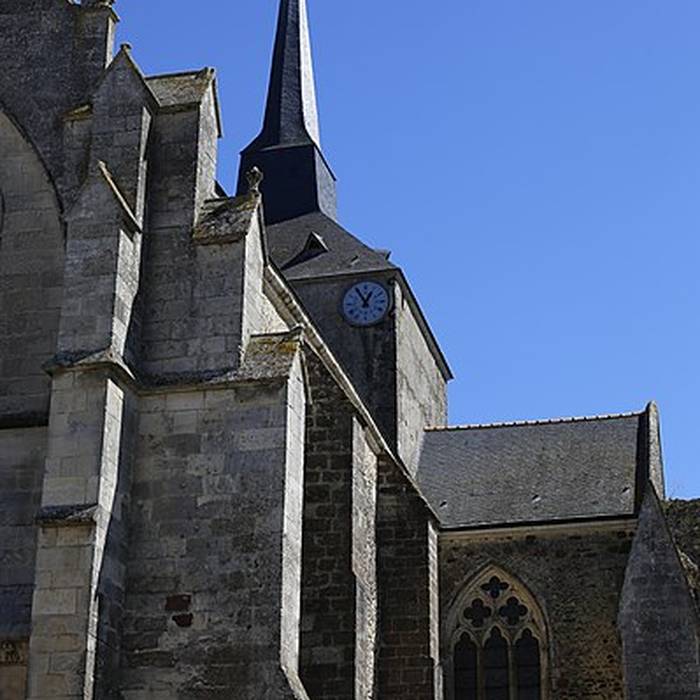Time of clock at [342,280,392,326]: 12:55
